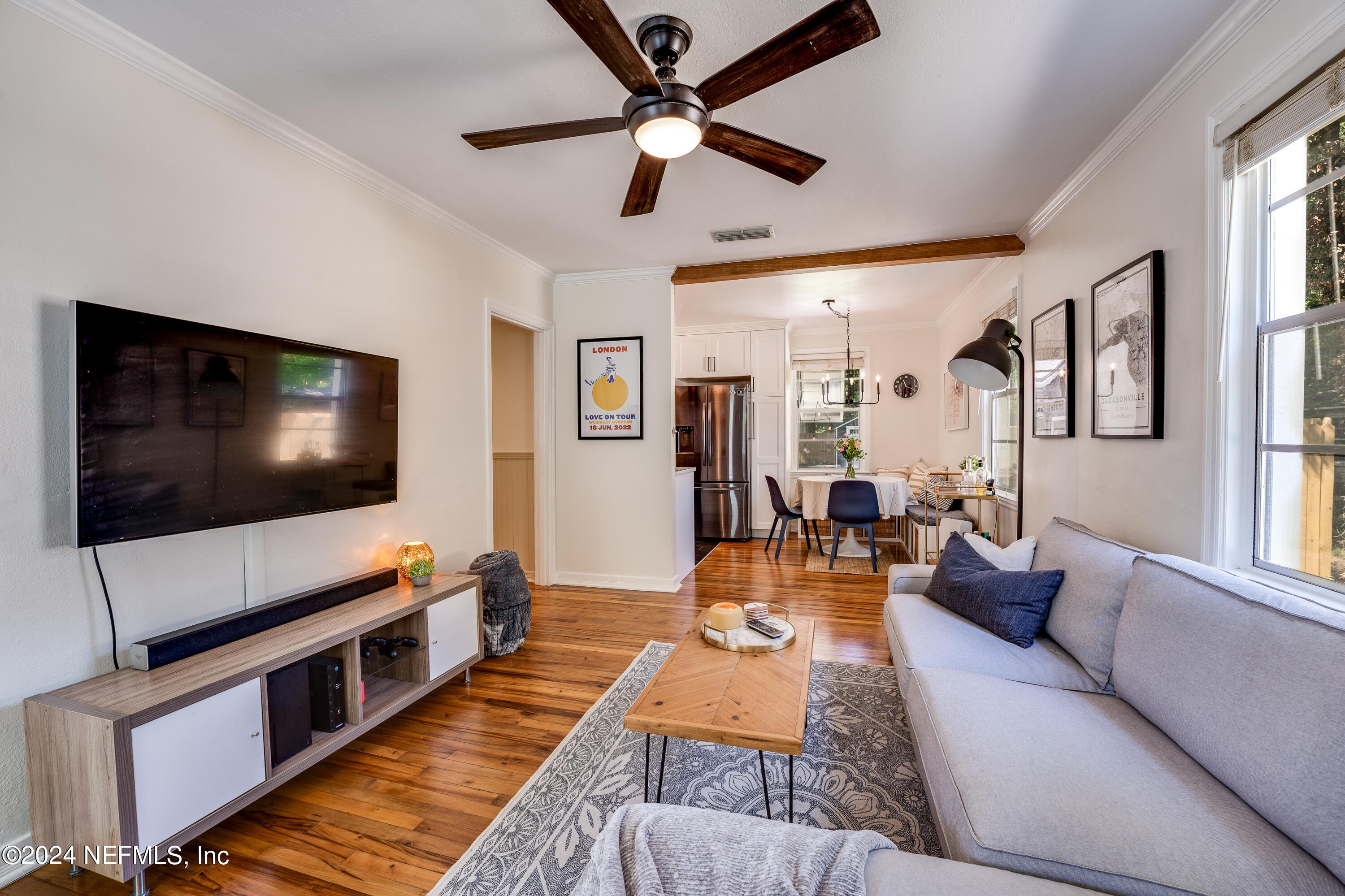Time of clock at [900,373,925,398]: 11:19
